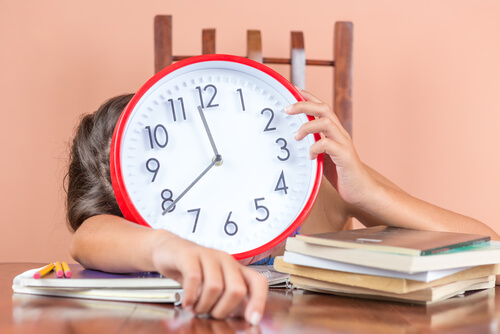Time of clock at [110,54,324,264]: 11:38
